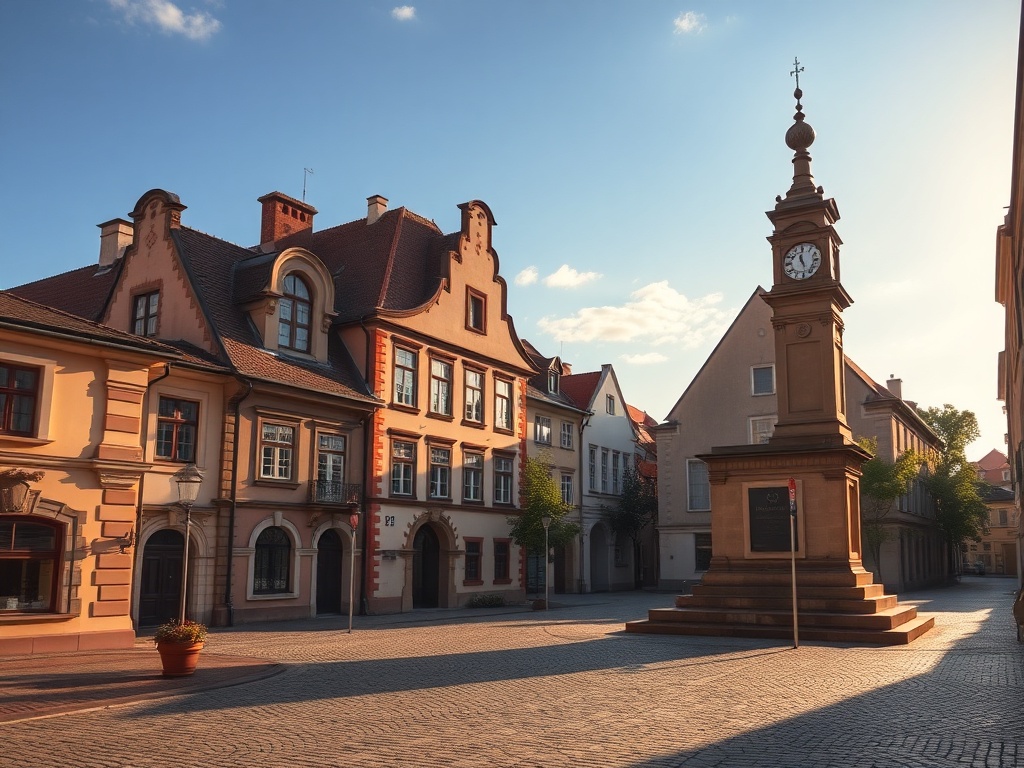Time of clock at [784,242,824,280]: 10:58
